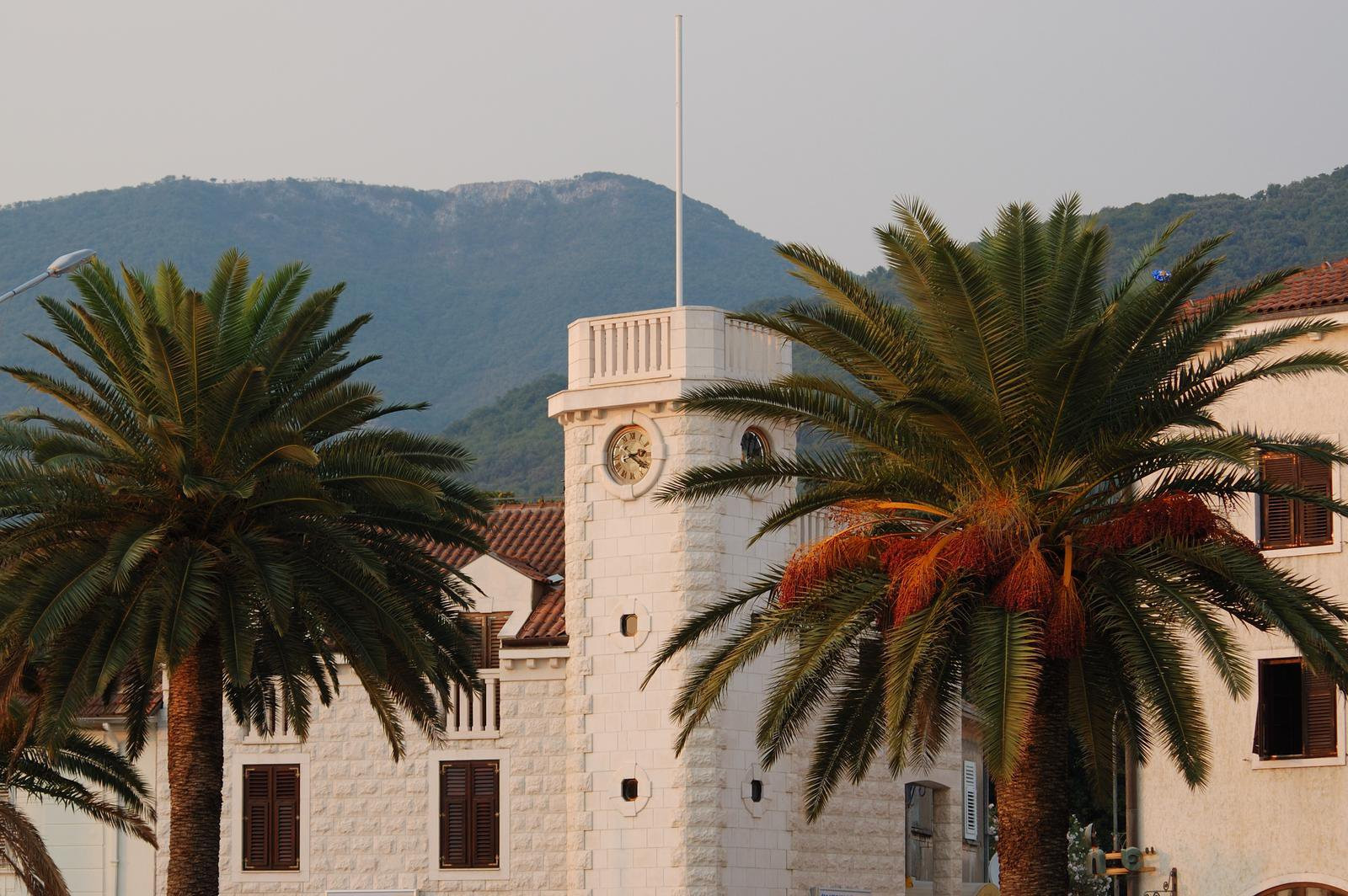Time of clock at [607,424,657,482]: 2:21
